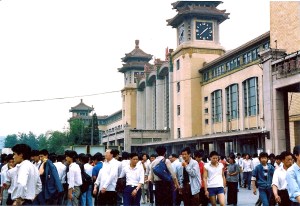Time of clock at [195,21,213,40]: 1:37
